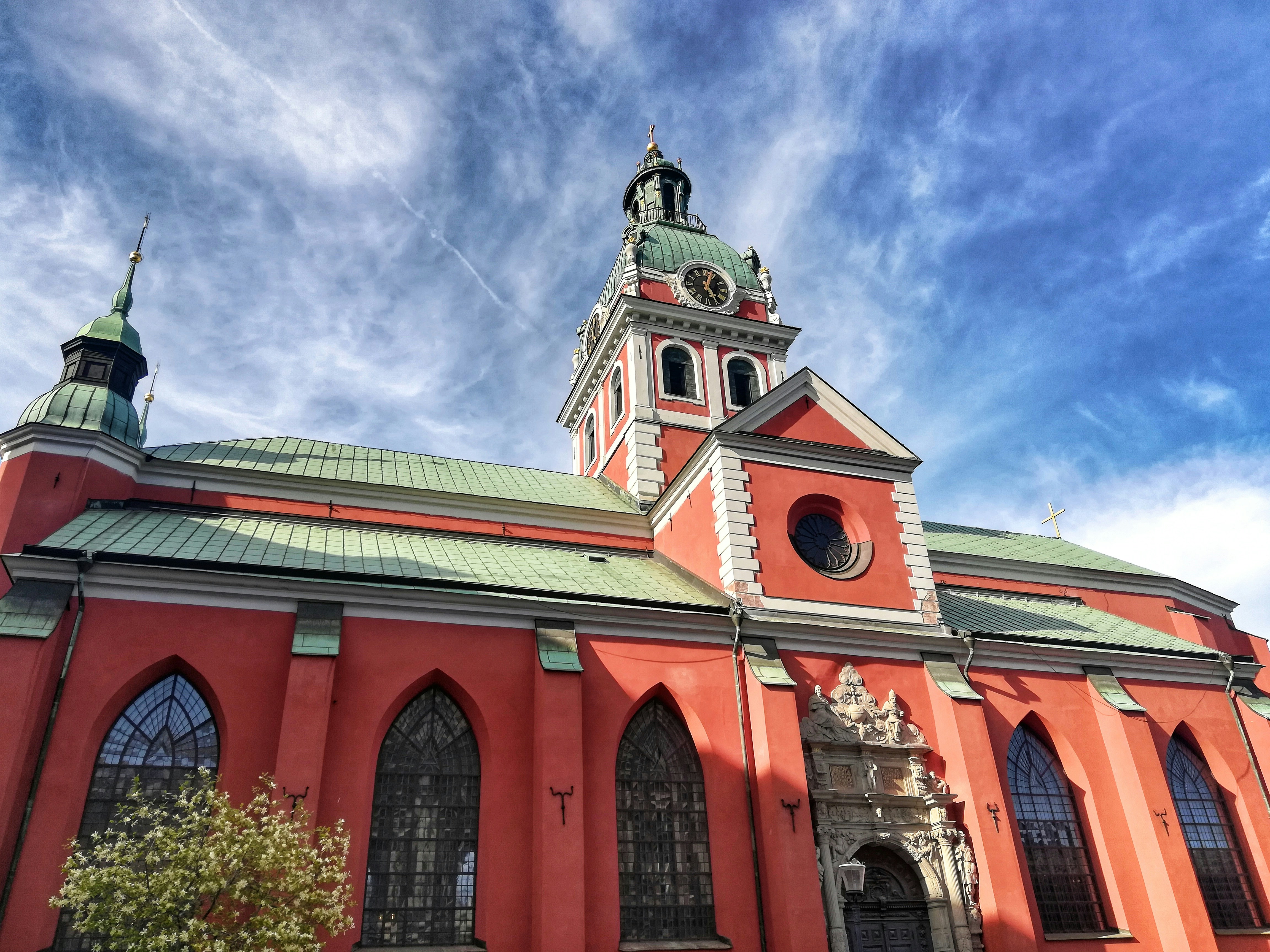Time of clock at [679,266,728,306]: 5:03
